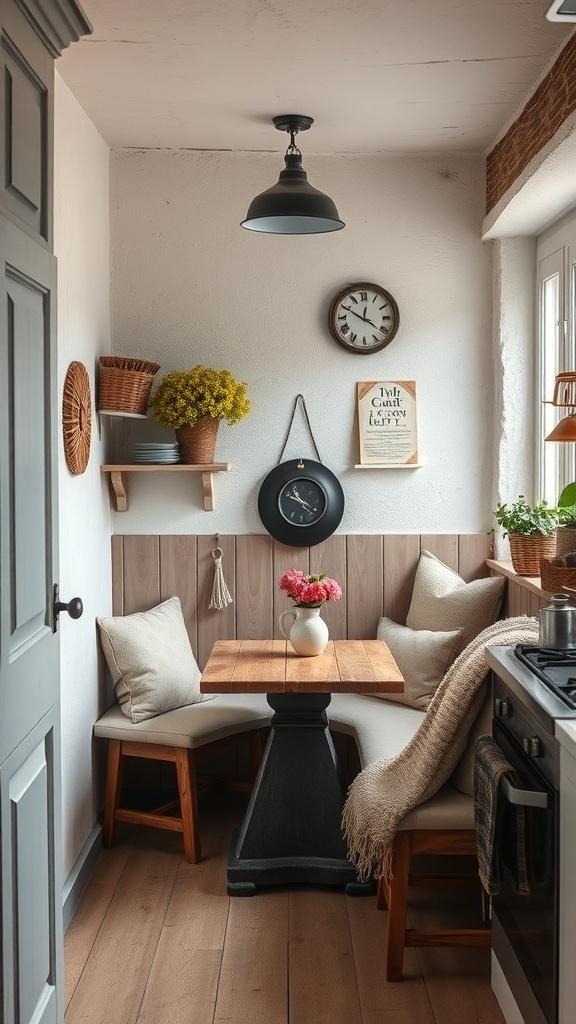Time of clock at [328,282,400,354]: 12:20
